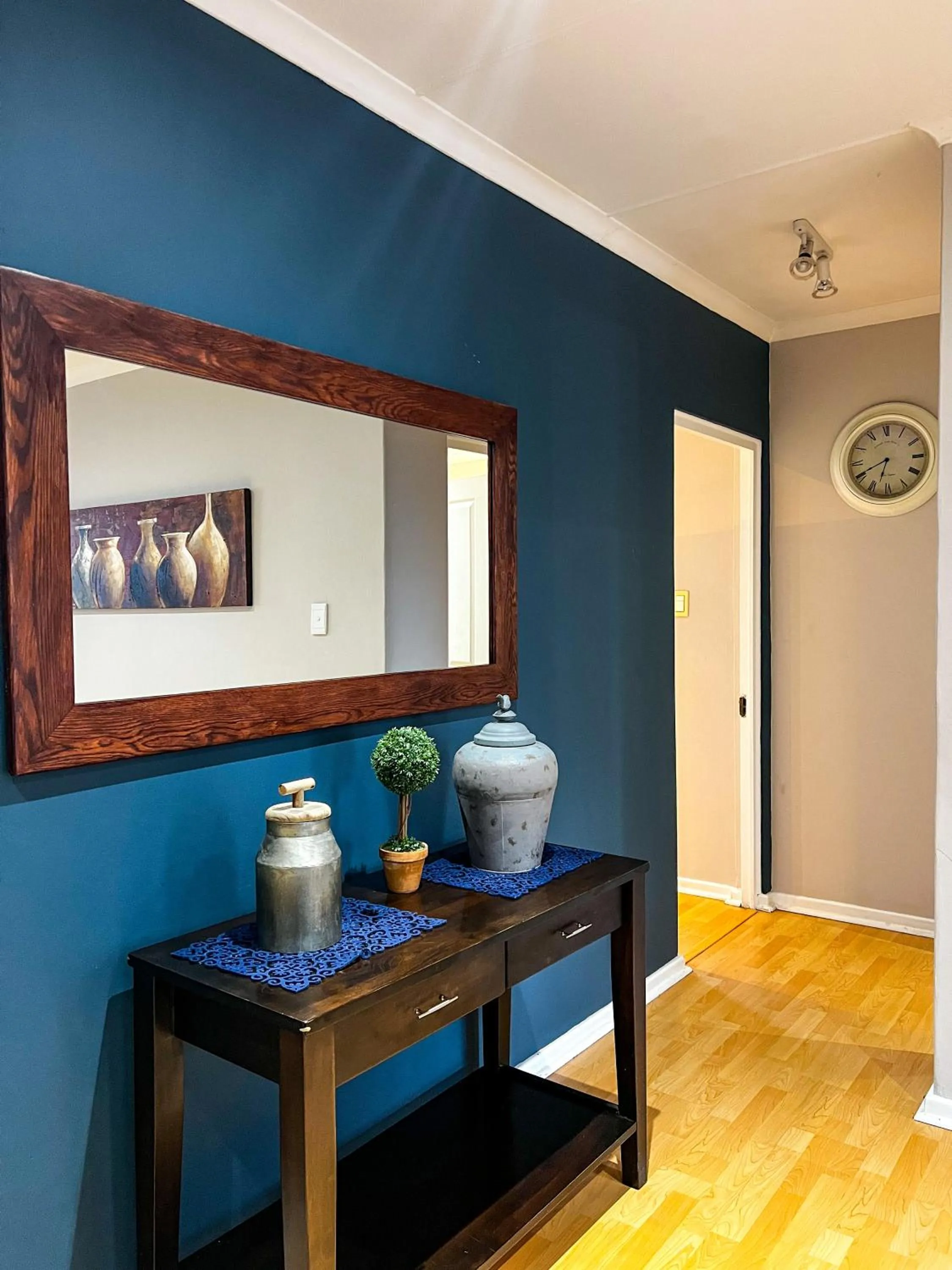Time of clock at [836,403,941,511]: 6:41
